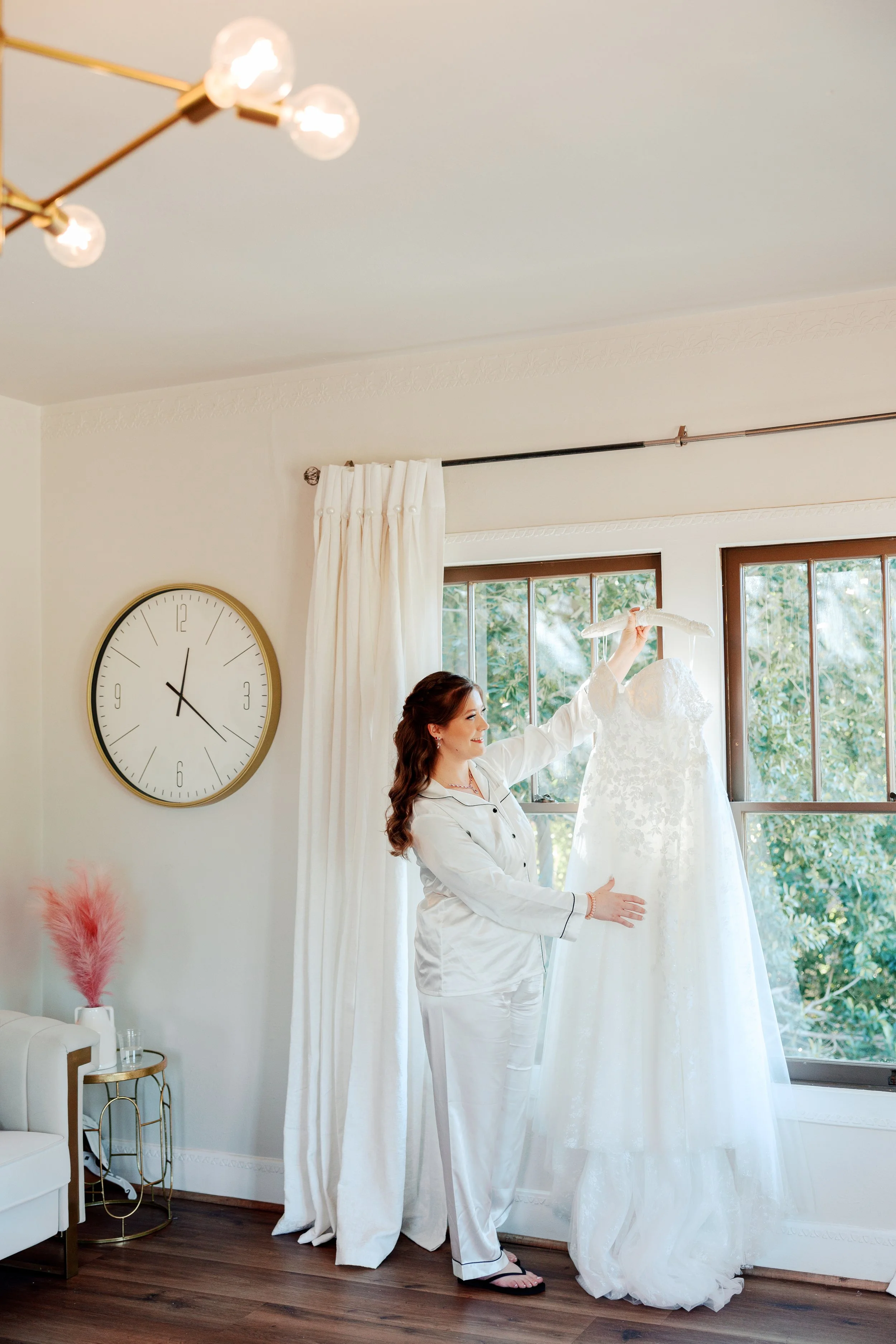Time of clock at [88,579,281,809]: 12:21
